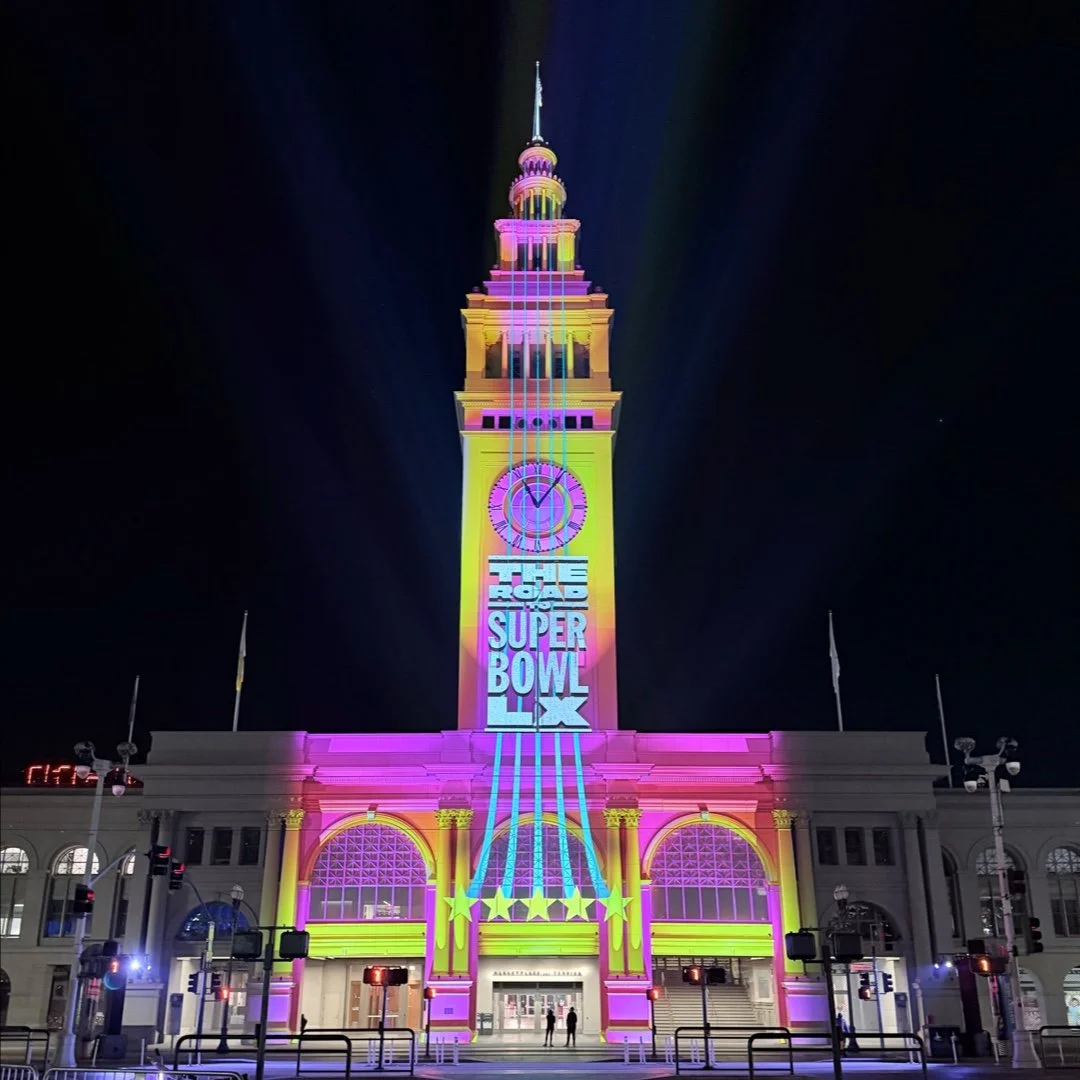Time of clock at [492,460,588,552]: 11:06
